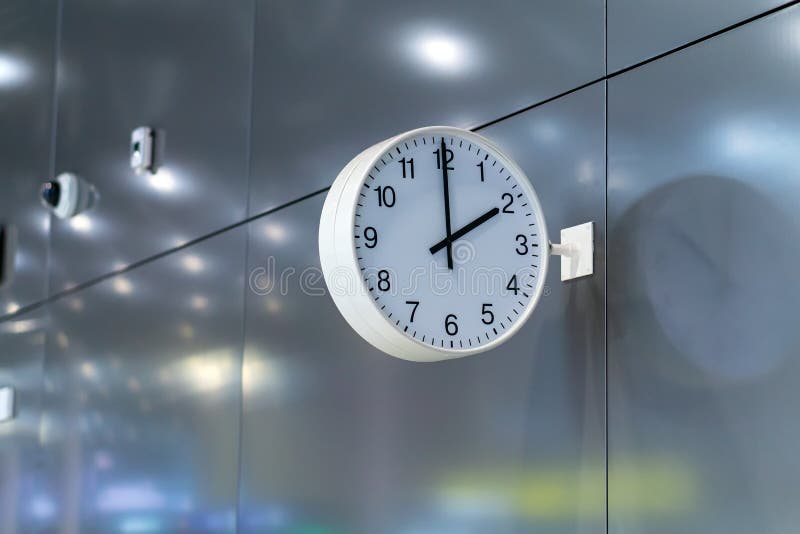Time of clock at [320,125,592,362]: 2:00
